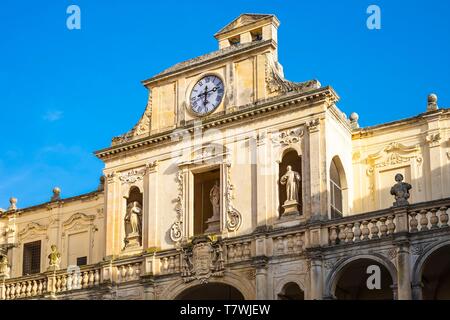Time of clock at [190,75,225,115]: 2:30
